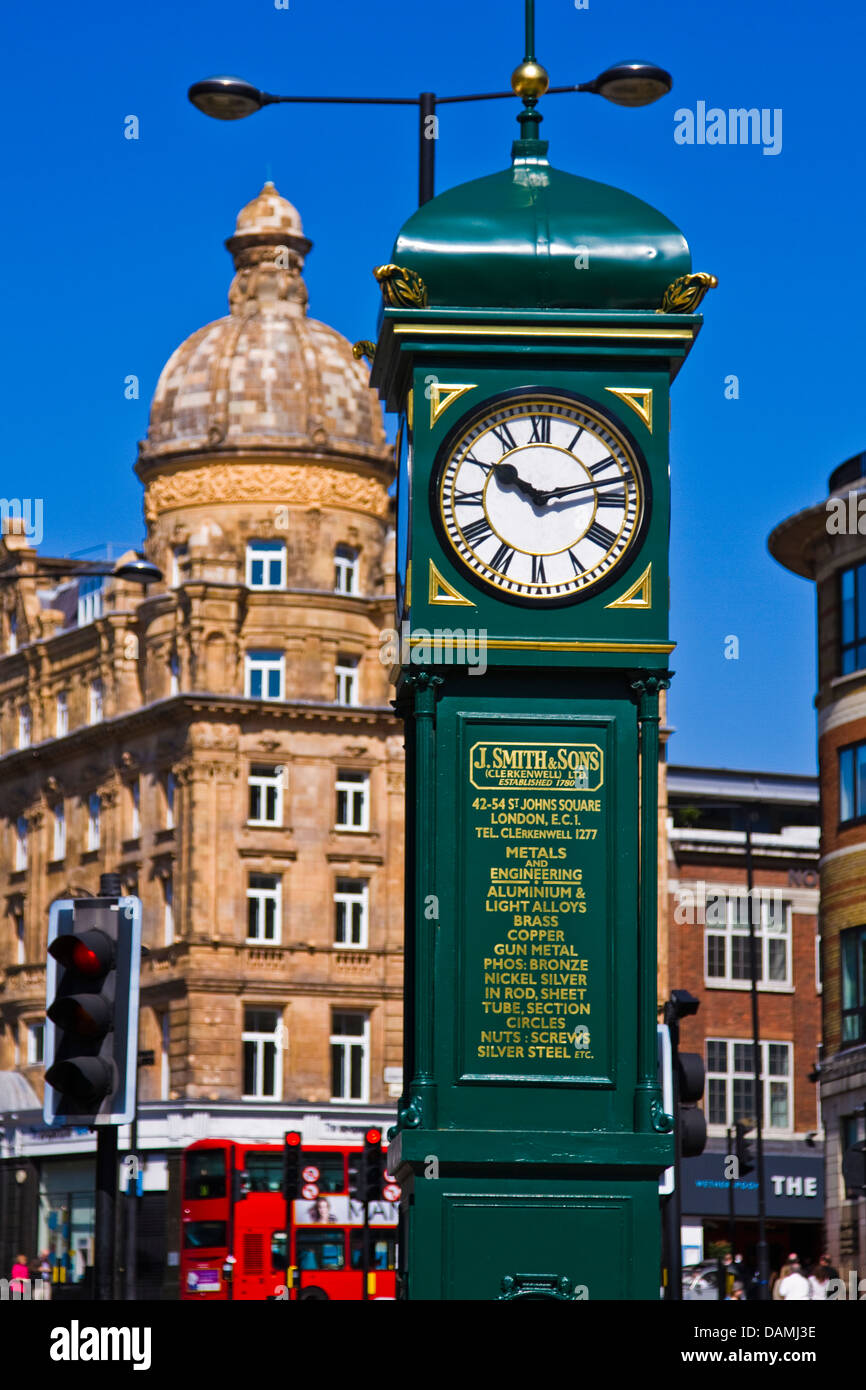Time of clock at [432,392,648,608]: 10:12
